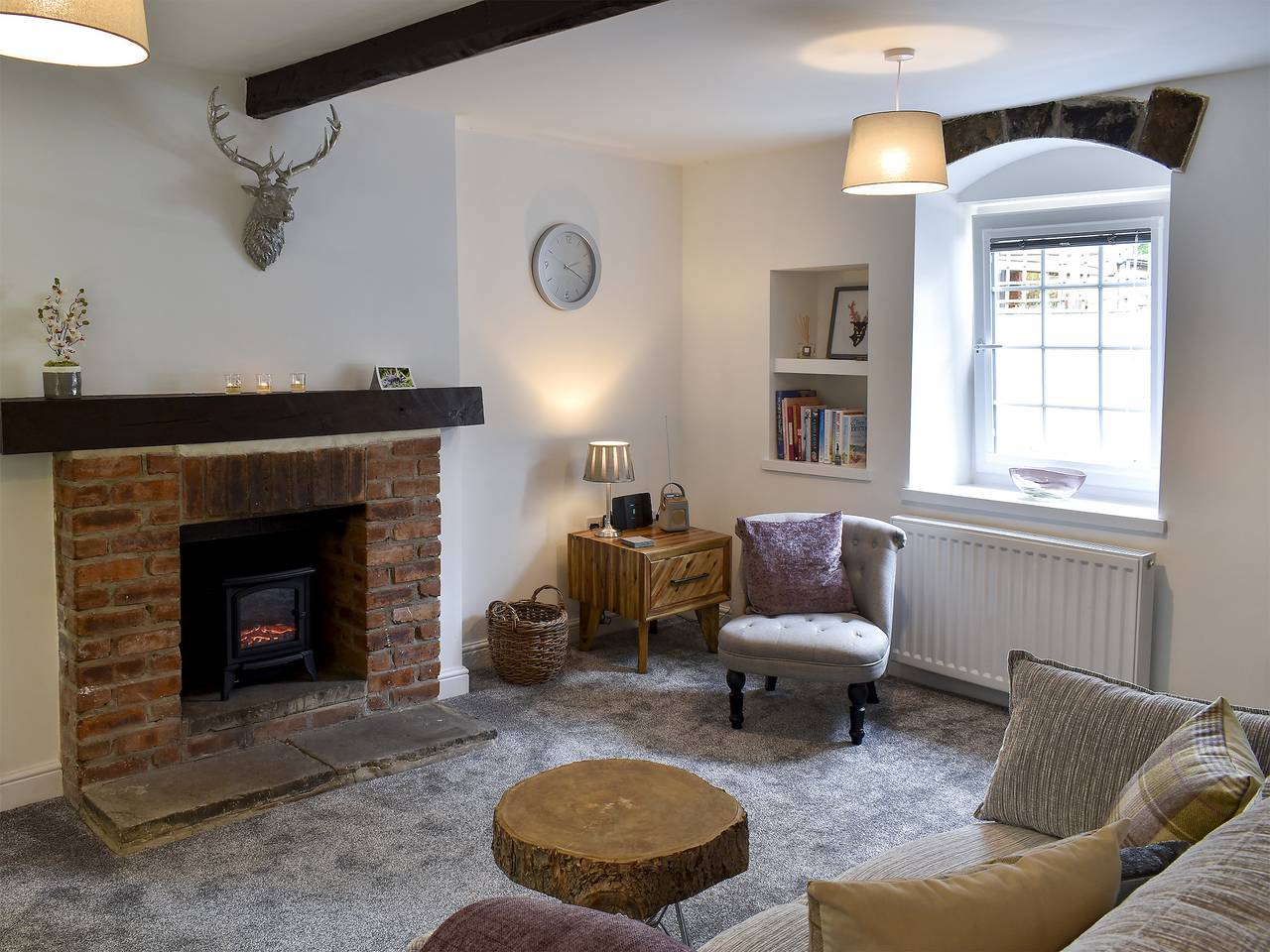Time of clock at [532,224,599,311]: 2:19
